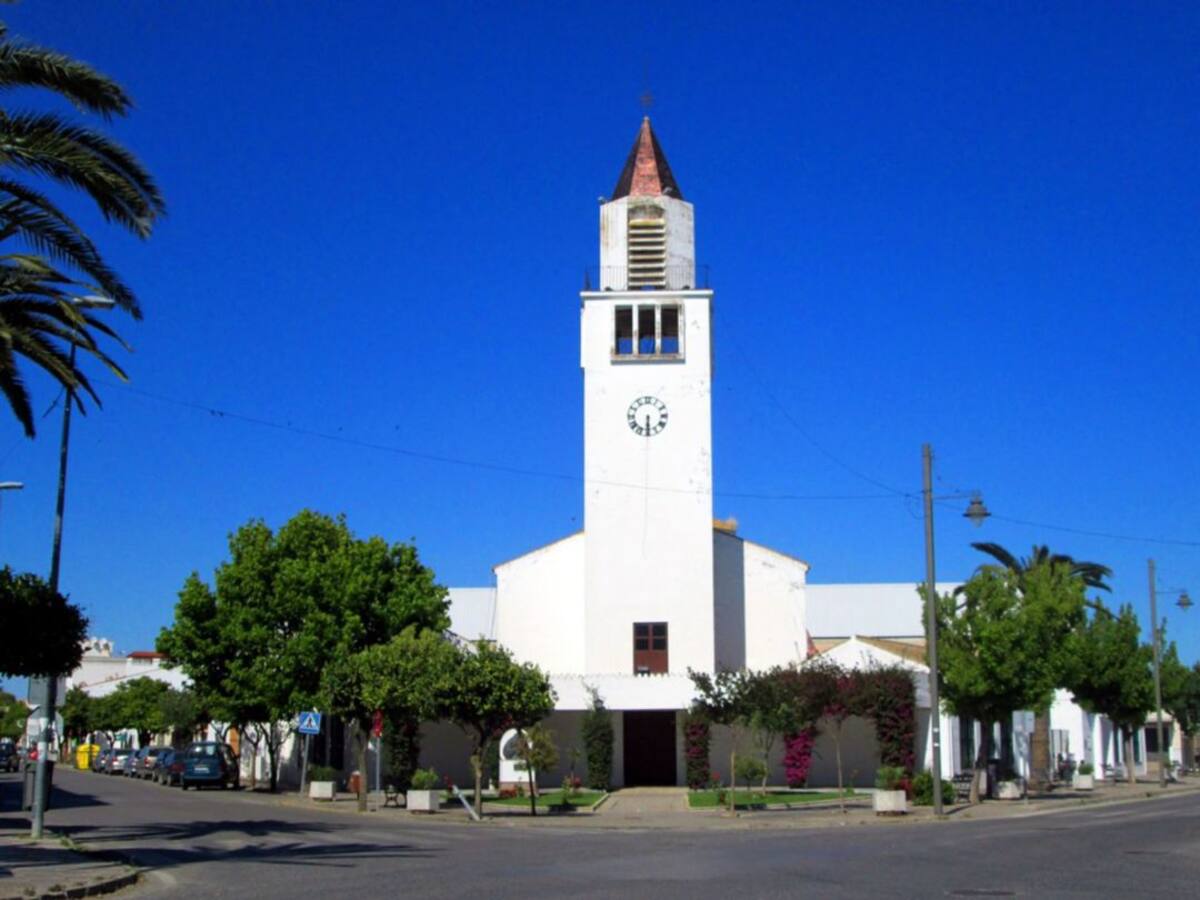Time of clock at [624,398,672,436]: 6:29
